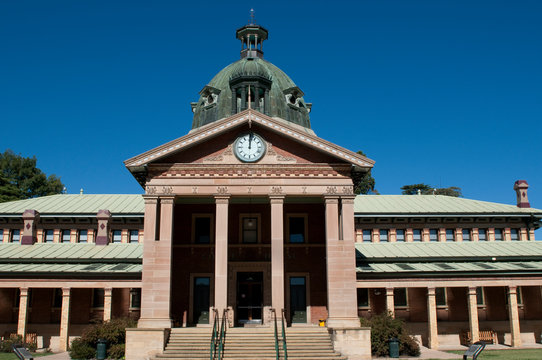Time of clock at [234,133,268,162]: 12:01
